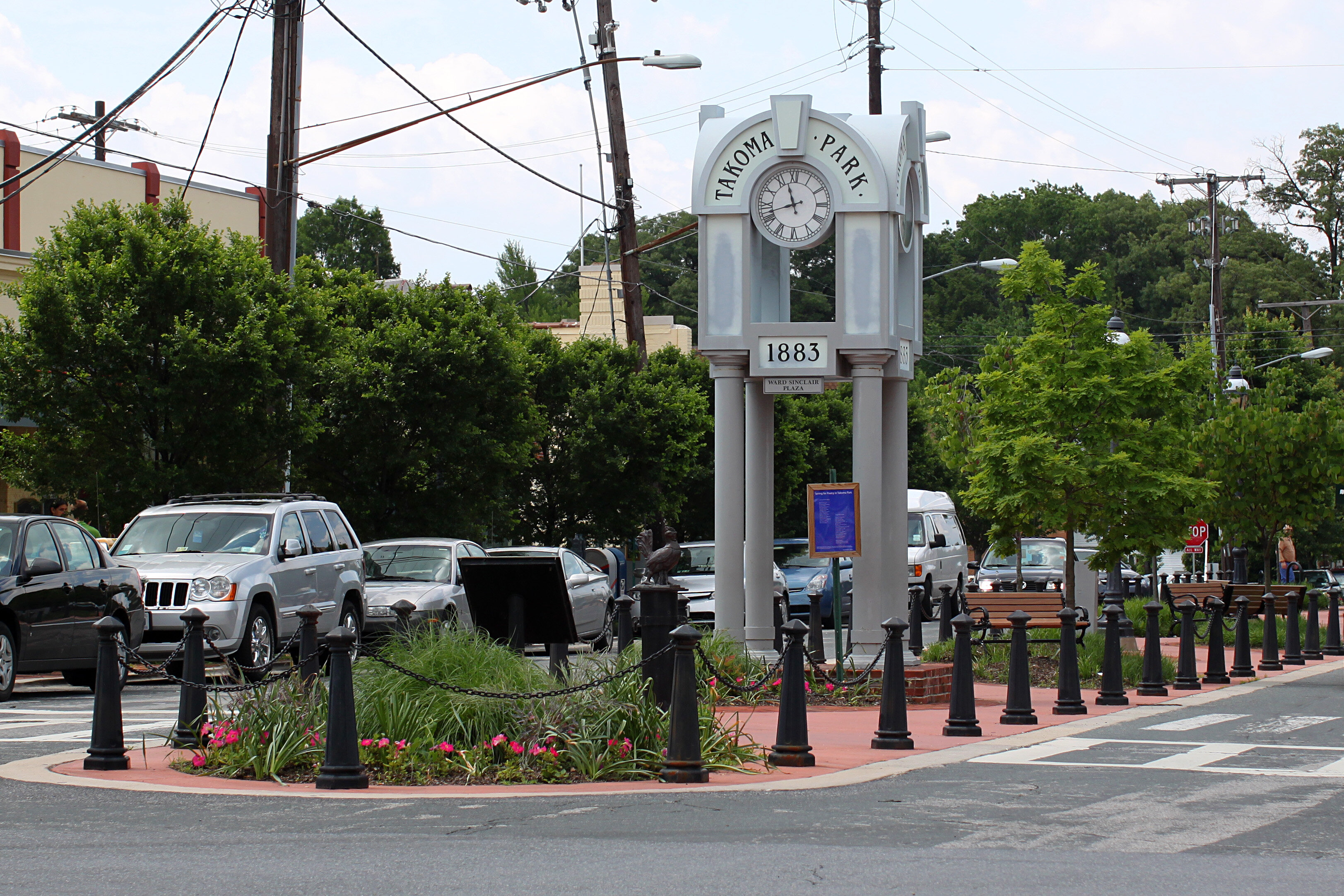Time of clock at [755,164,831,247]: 11:42
